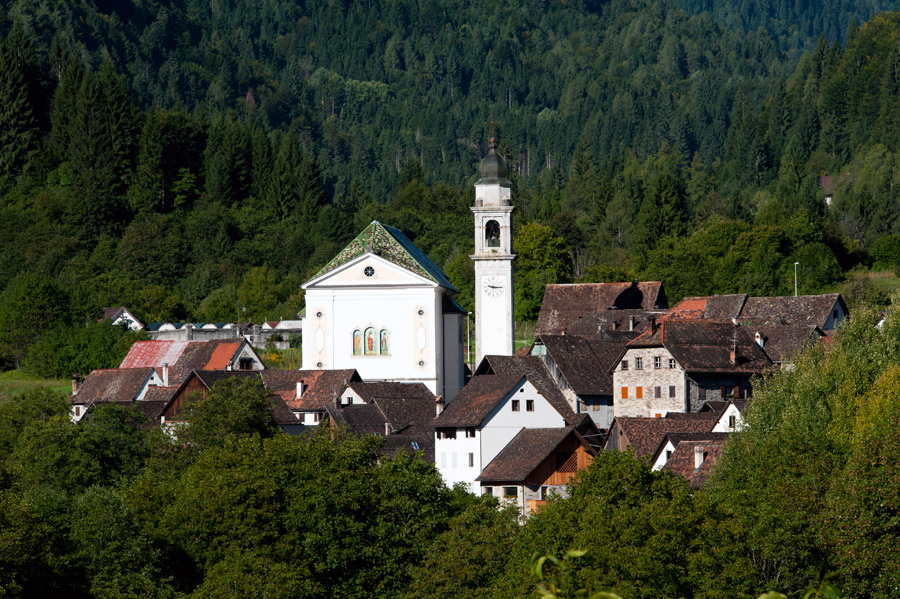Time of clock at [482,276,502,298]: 9:15
